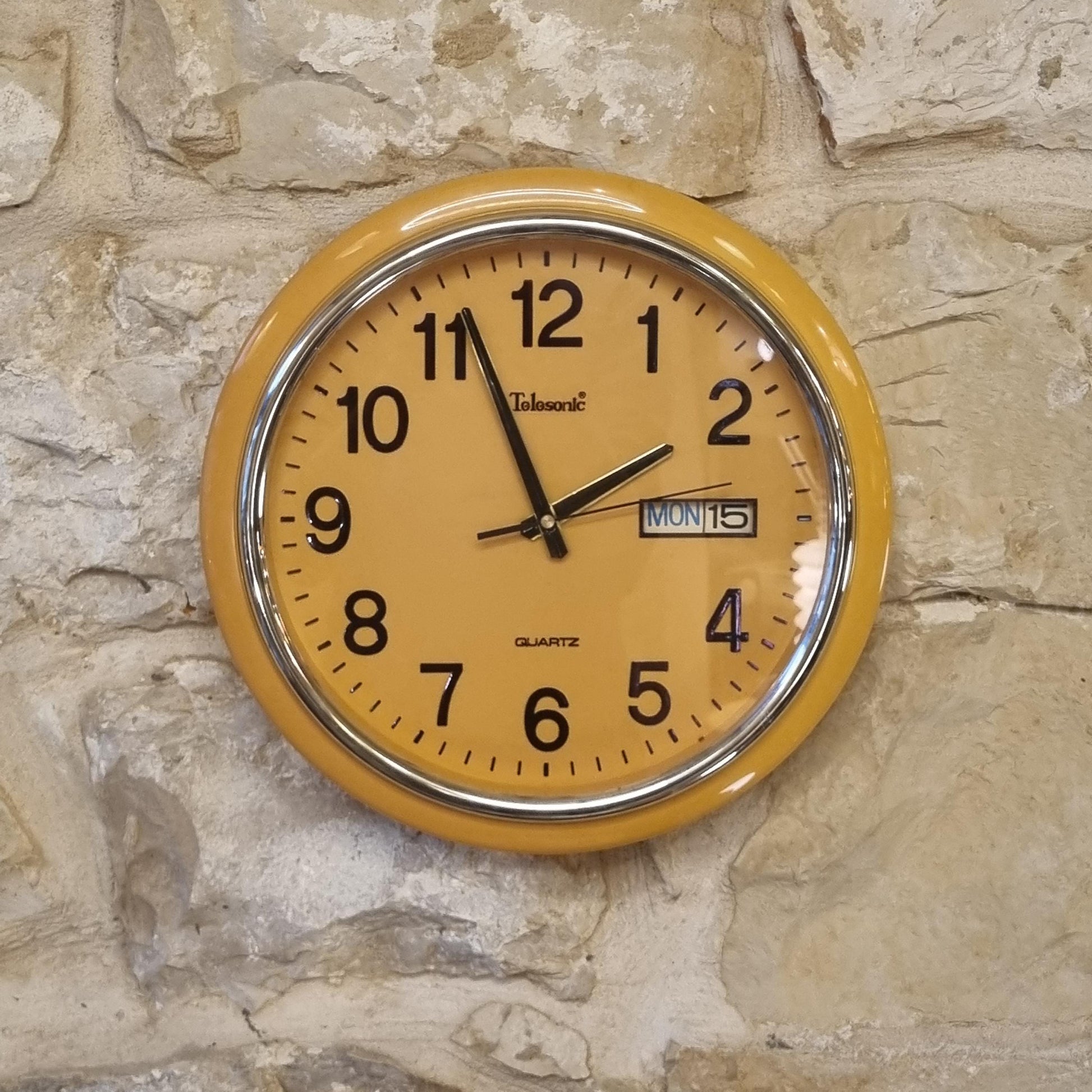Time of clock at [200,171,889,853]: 1:56
